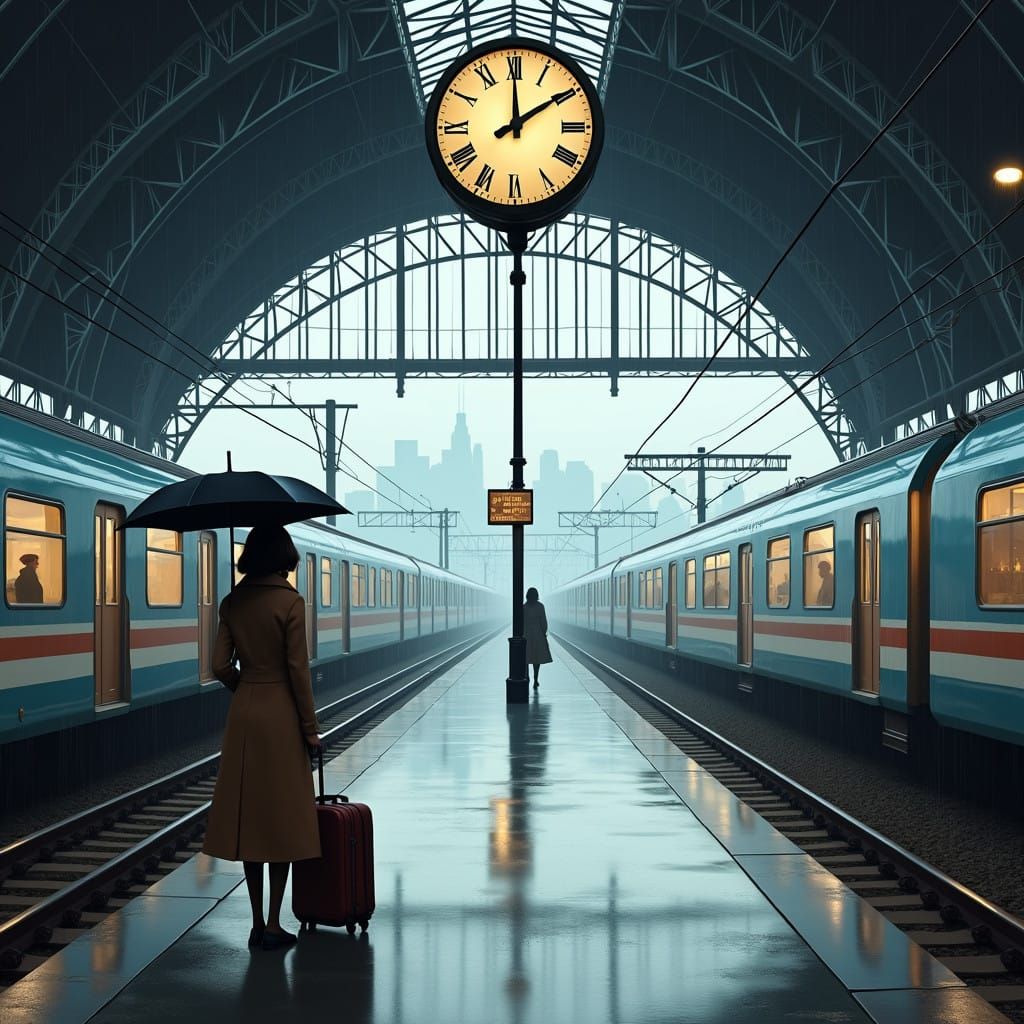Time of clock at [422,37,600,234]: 2:00
